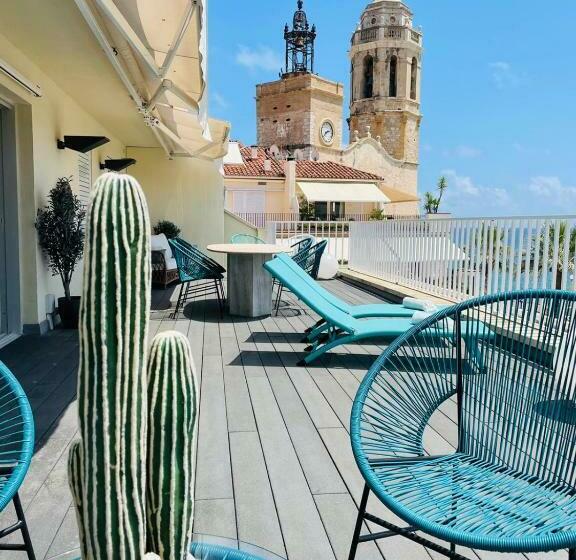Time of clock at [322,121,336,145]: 2:38
